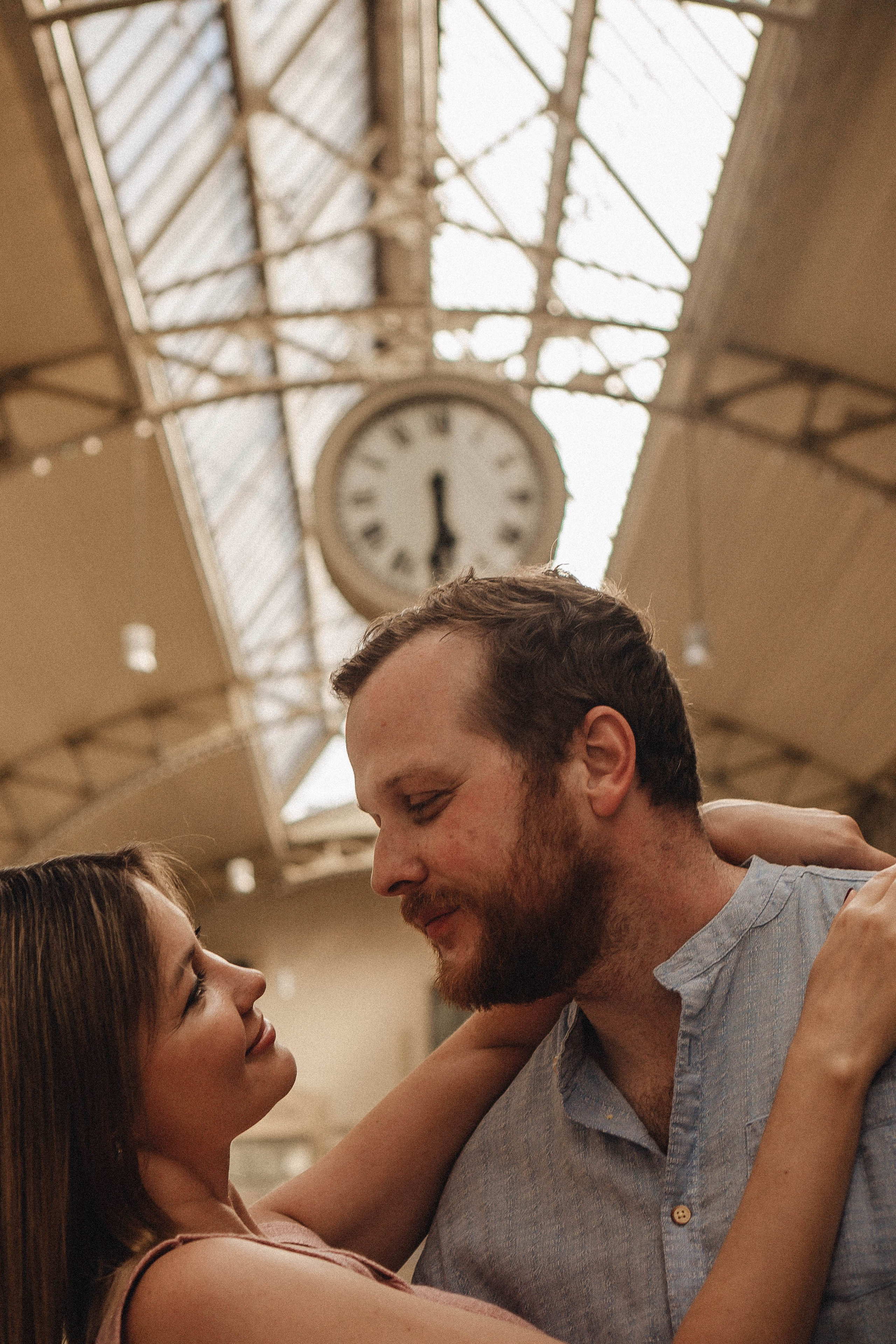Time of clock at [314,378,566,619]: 5:29
